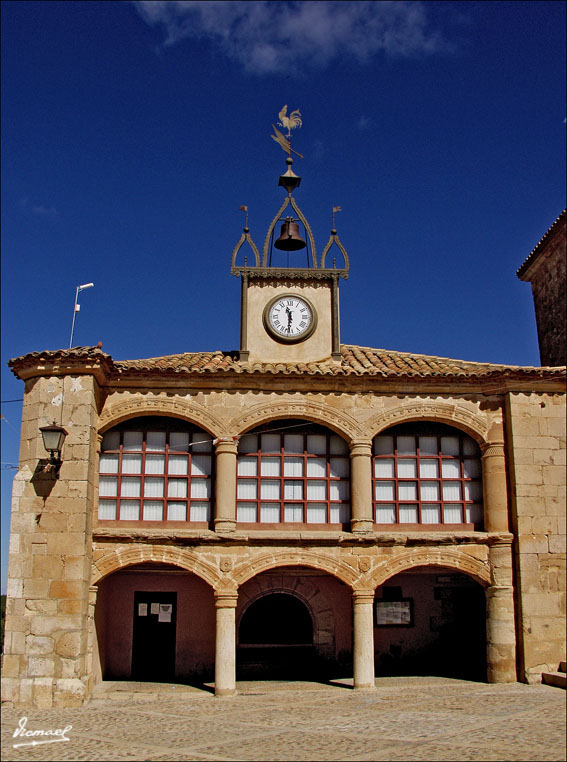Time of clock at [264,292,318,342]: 11:30
